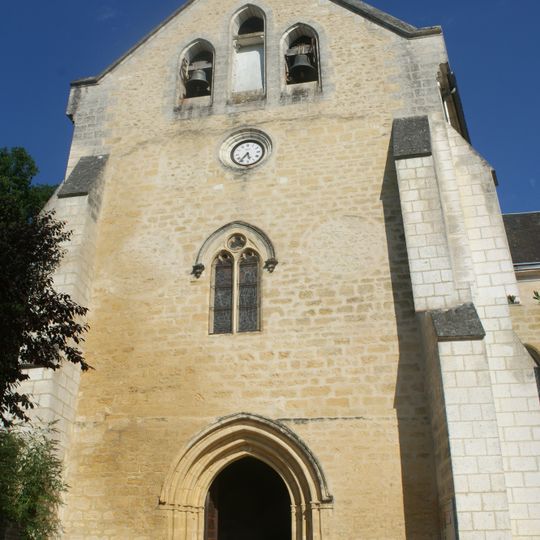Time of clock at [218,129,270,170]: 5:36
